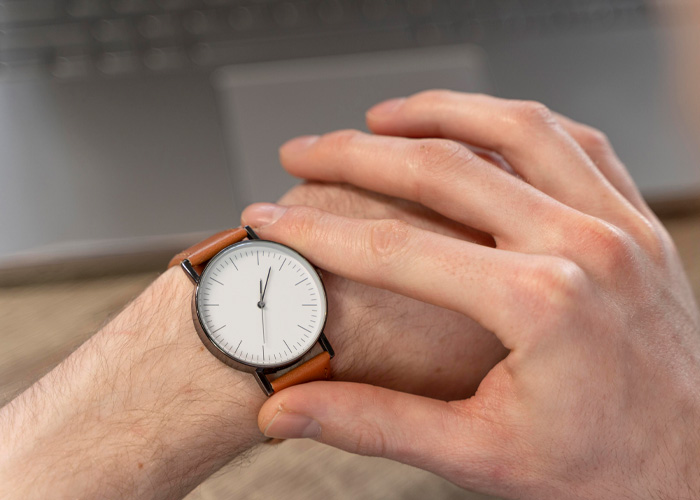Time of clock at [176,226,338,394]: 12:02
